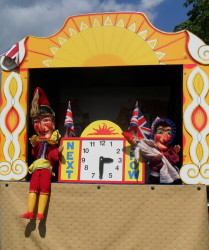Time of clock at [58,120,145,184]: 3:29
